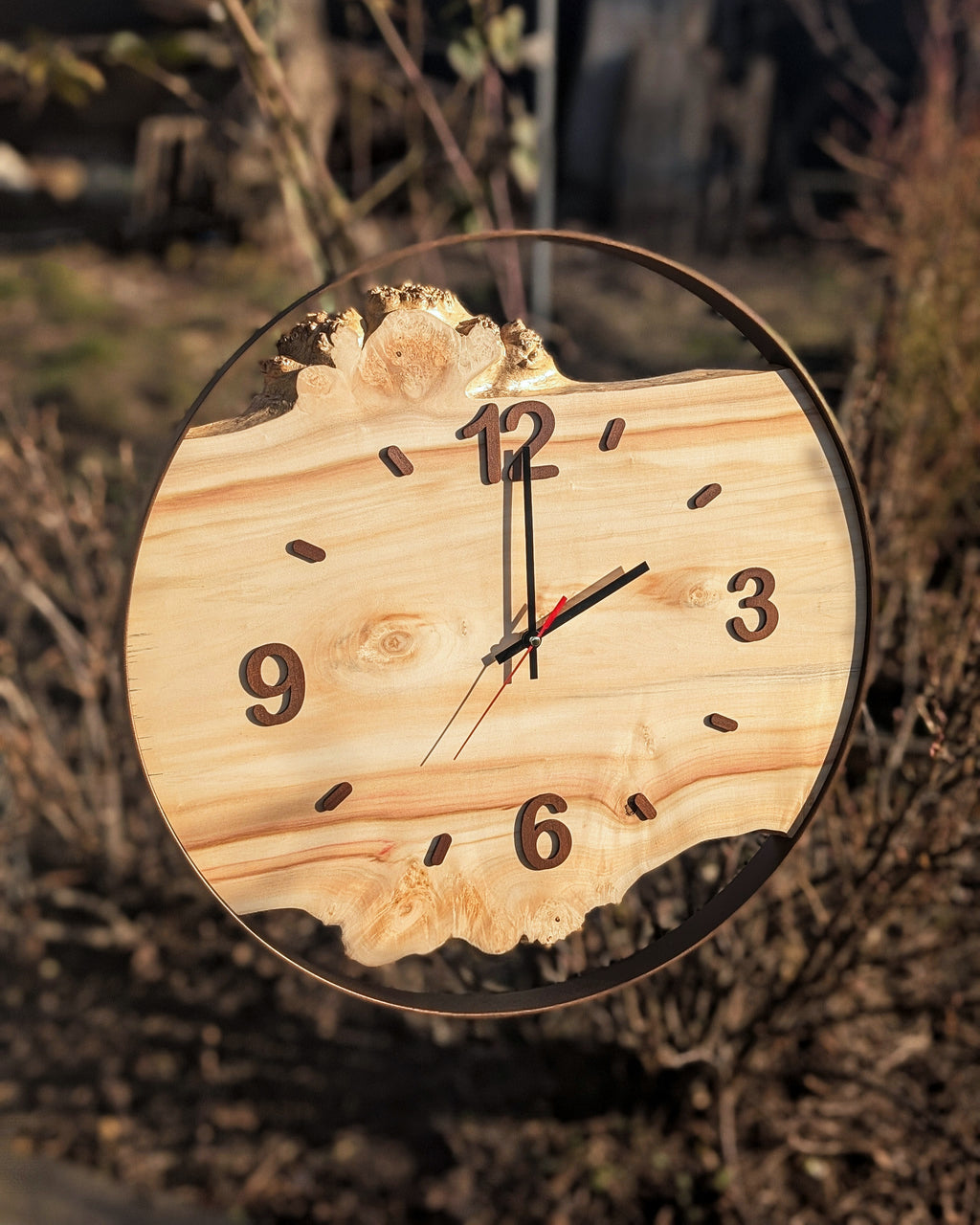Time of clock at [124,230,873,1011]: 2:00
